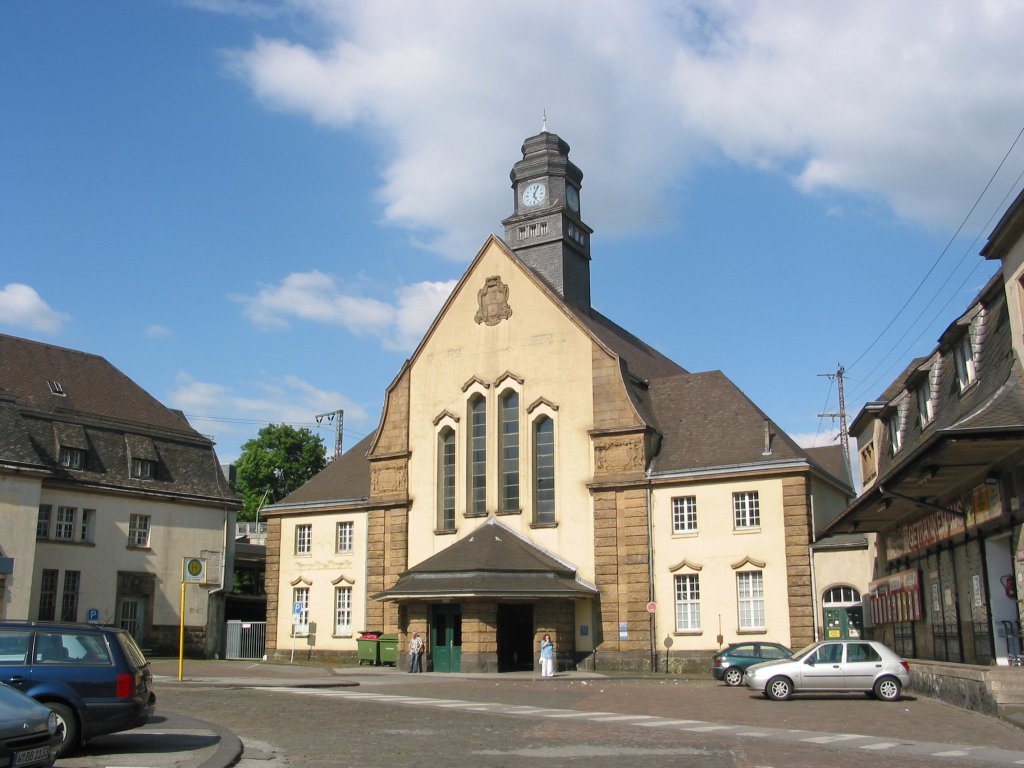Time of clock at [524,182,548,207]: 5:03
